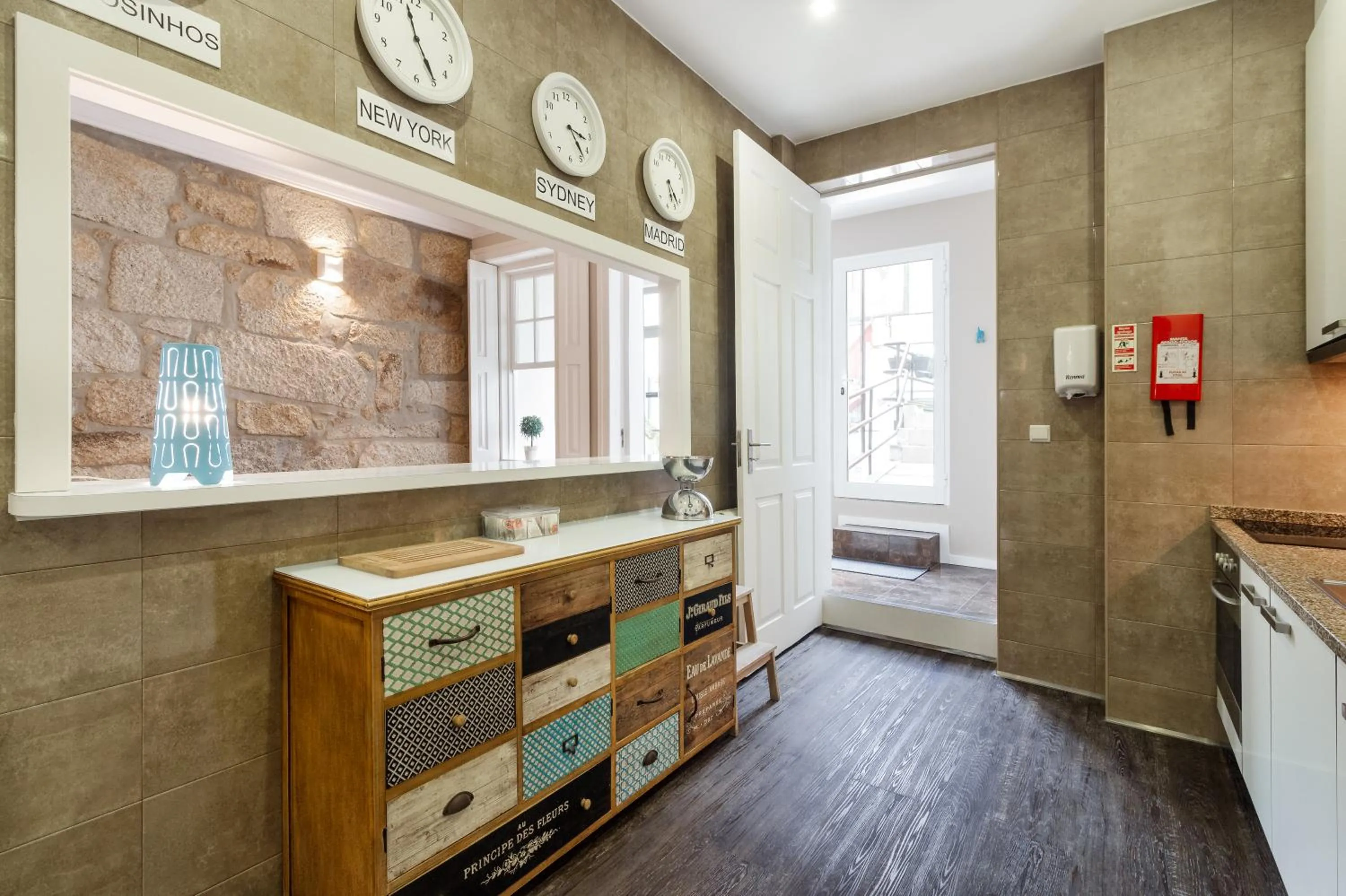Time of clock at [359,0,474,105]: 11:24
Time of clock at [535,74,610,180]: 3:23
